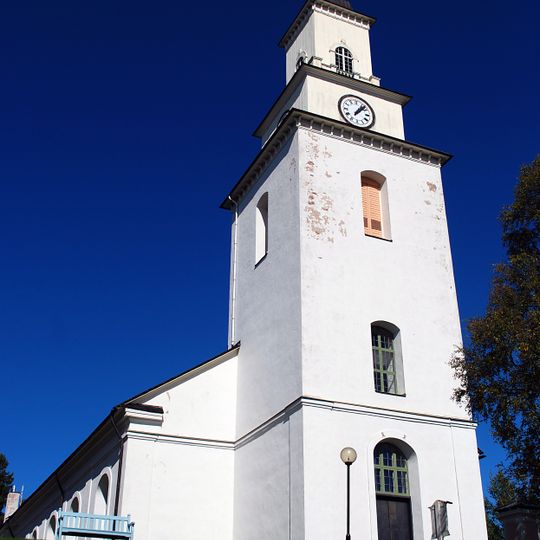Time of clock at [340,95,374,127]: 1:07
